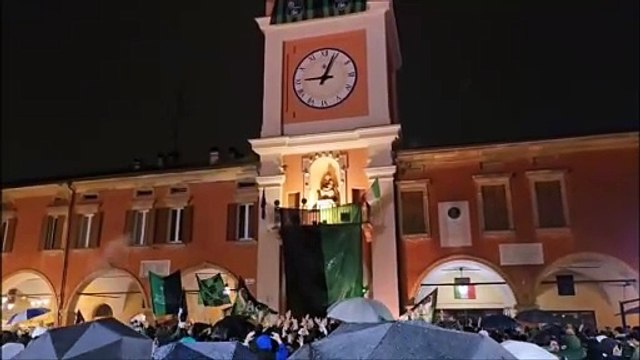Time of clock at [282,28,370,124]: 9:03
